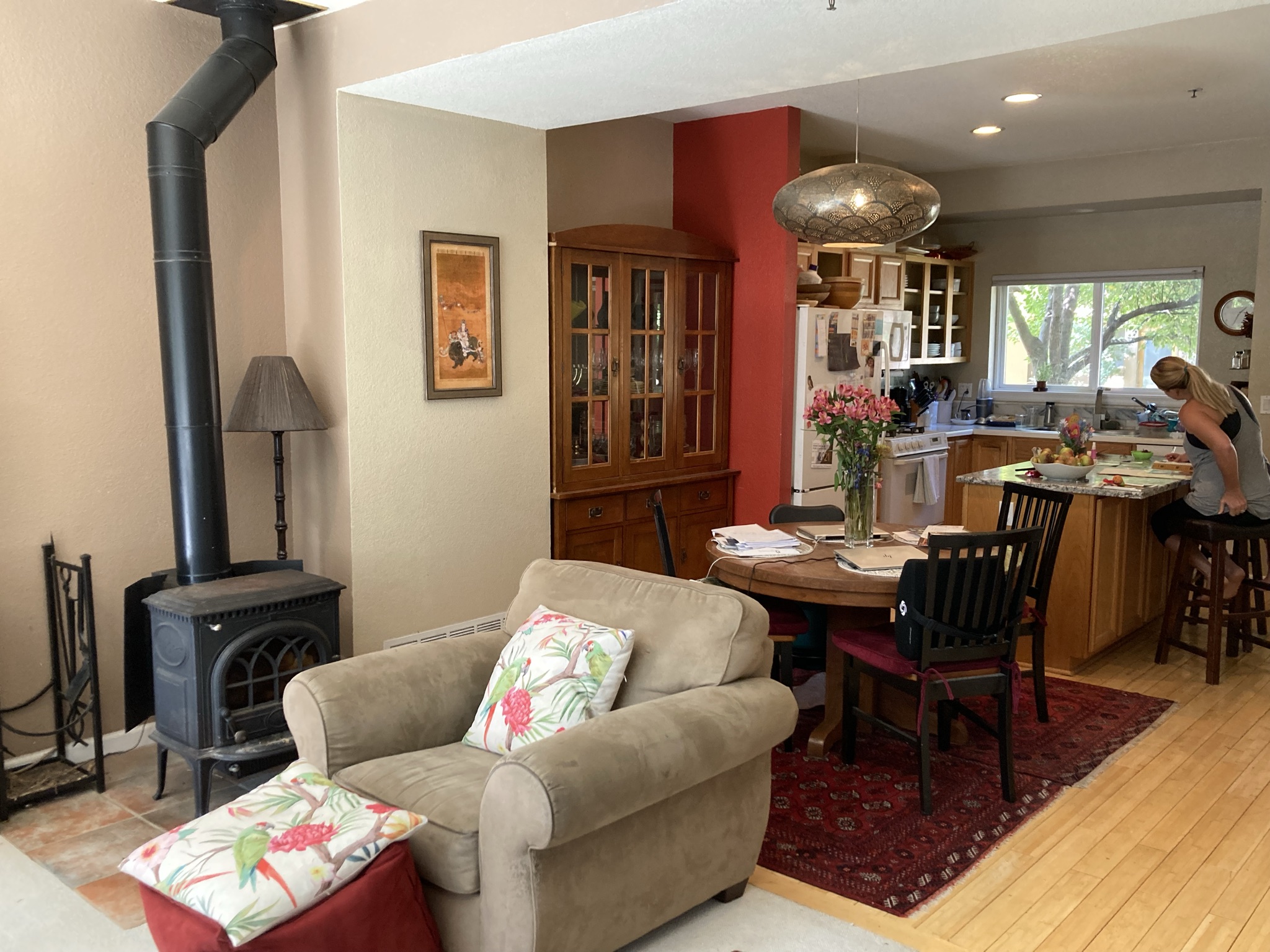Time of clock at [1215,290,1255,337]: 1:34
